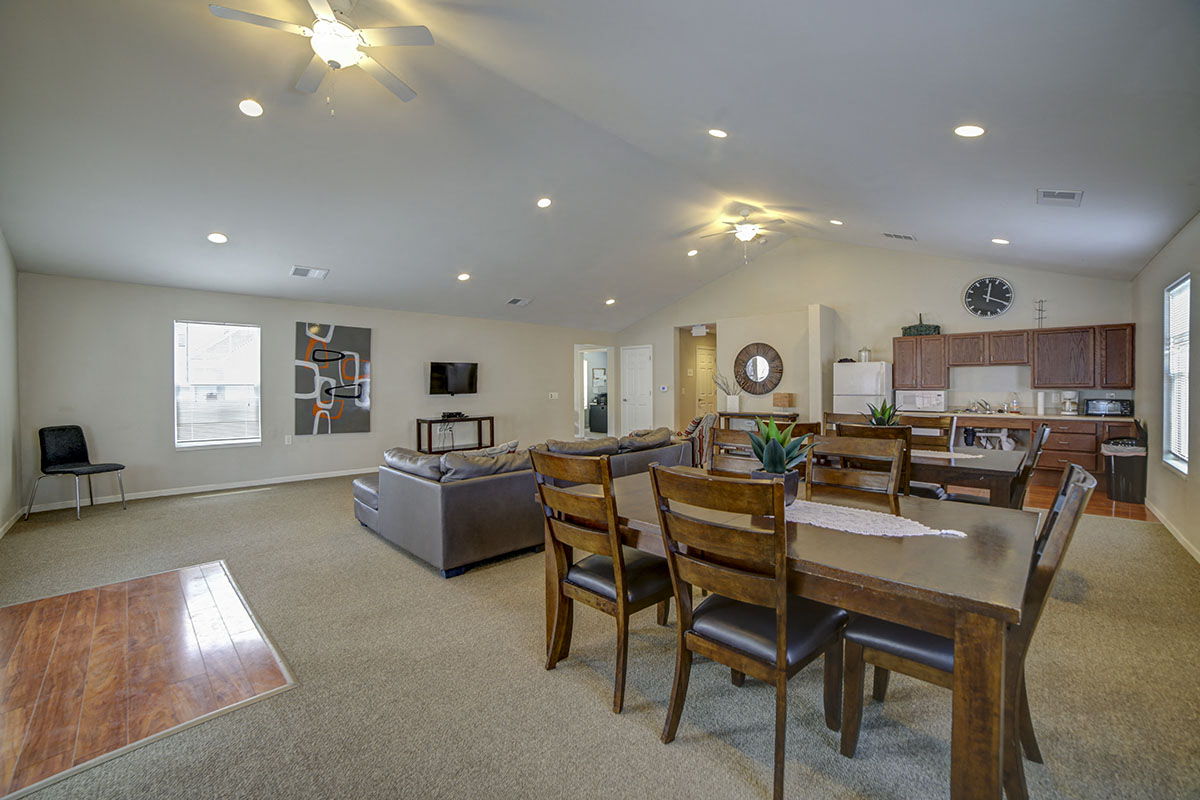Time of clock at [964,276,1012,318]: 12:19
